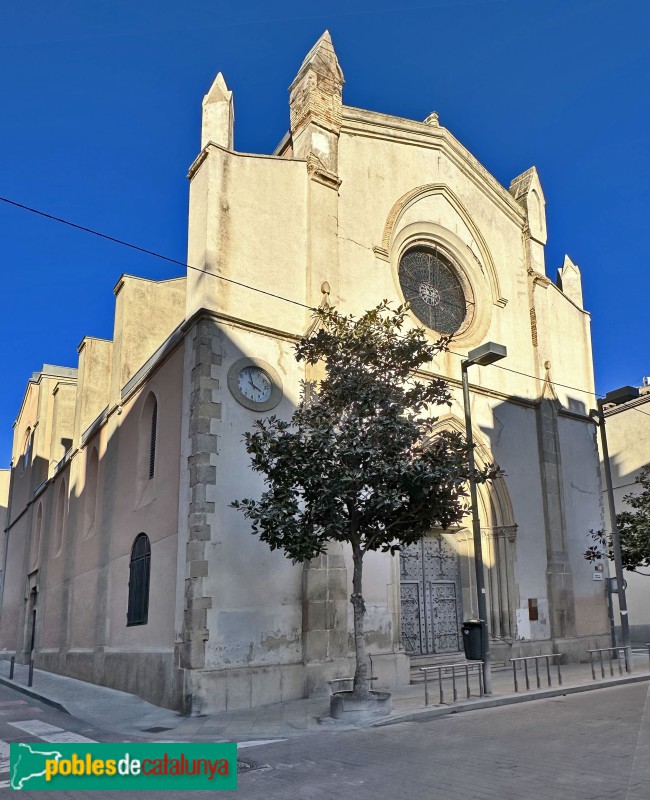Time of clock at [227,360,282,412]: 3:58
